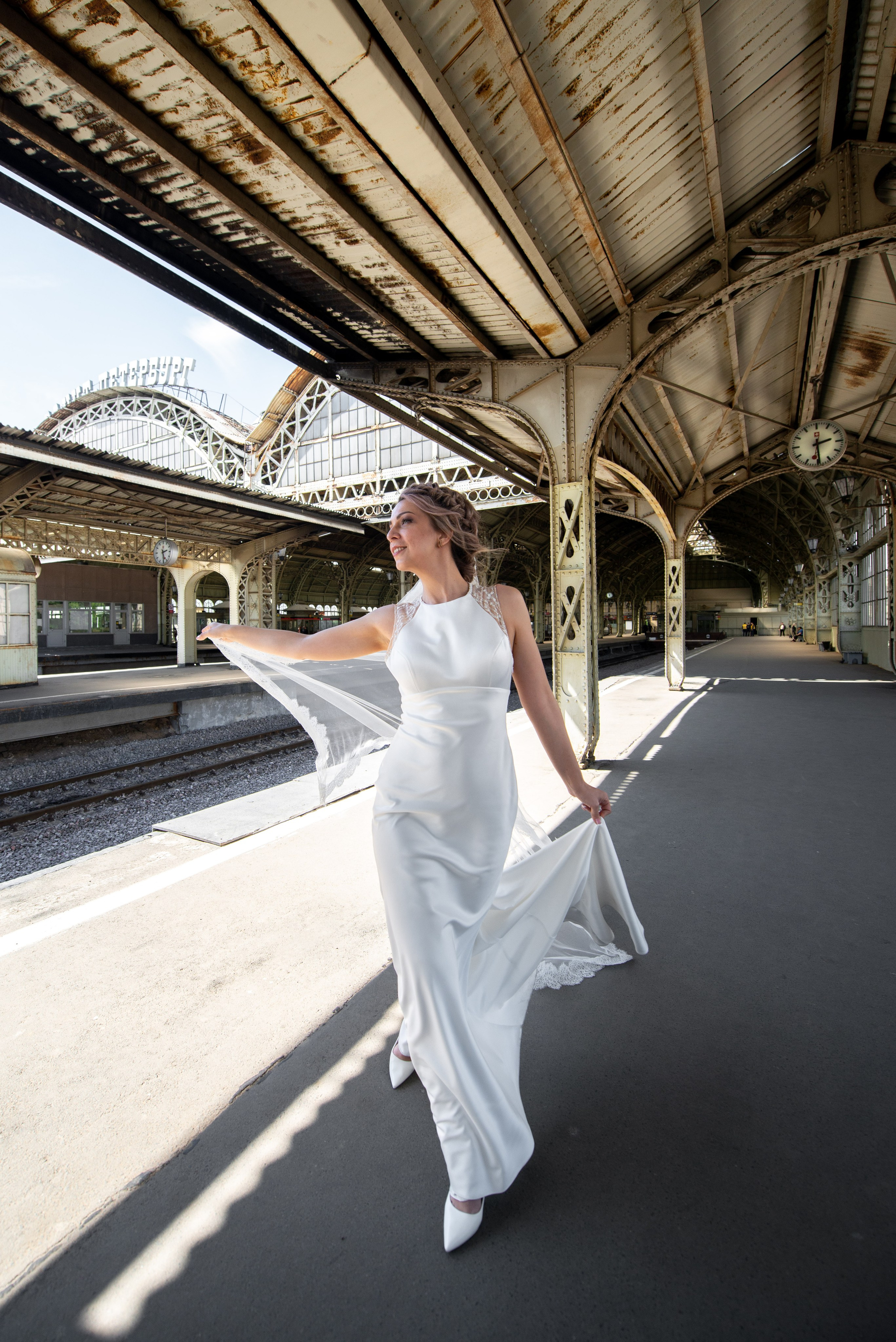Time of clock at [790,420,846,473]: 2:29
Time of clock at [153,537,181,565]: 2:29
